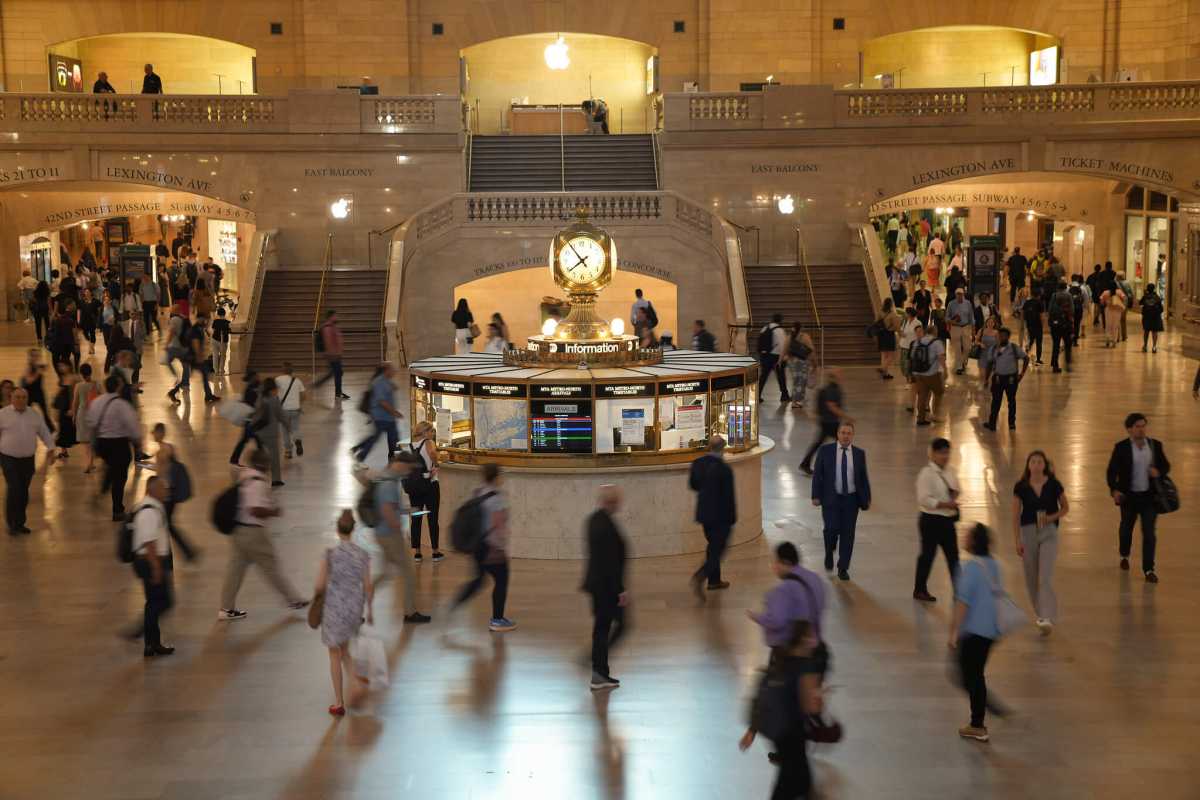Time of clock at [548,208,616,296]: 7:53
